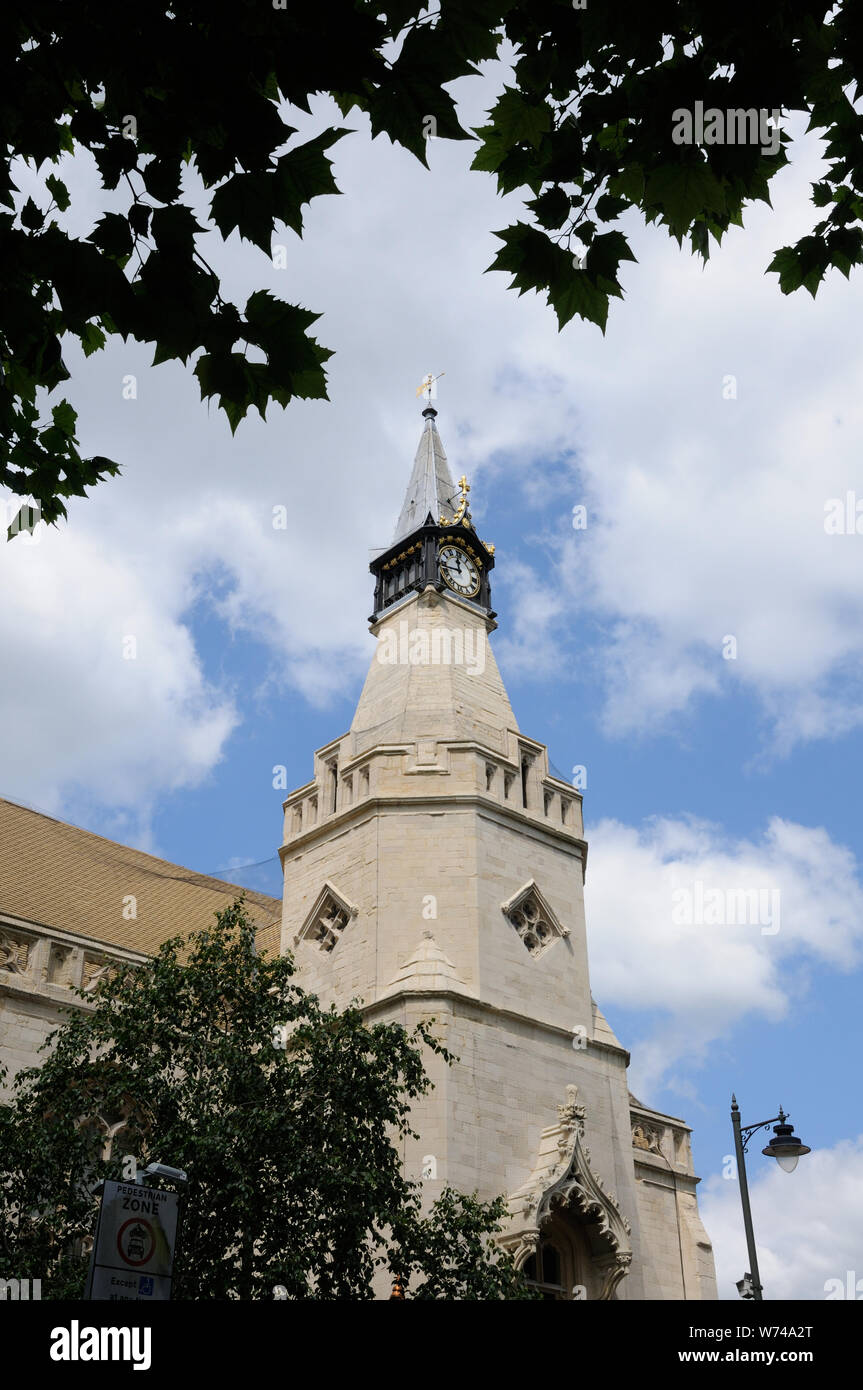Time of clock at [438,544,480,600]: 11:43
